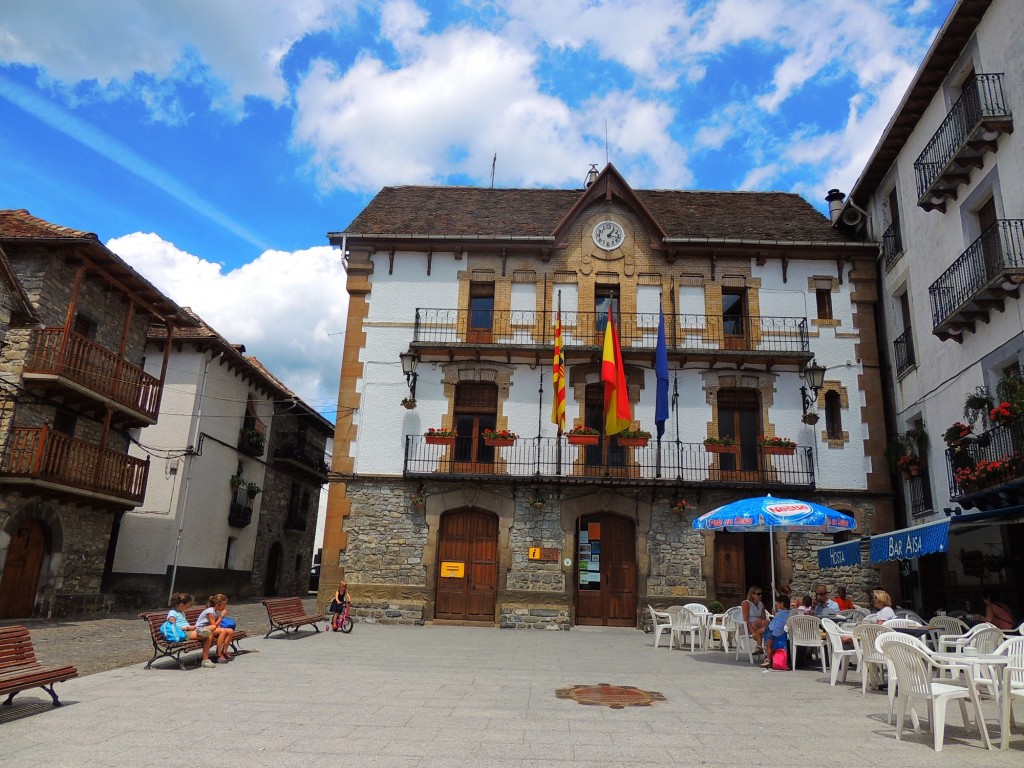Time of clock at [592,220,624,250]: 1:16
